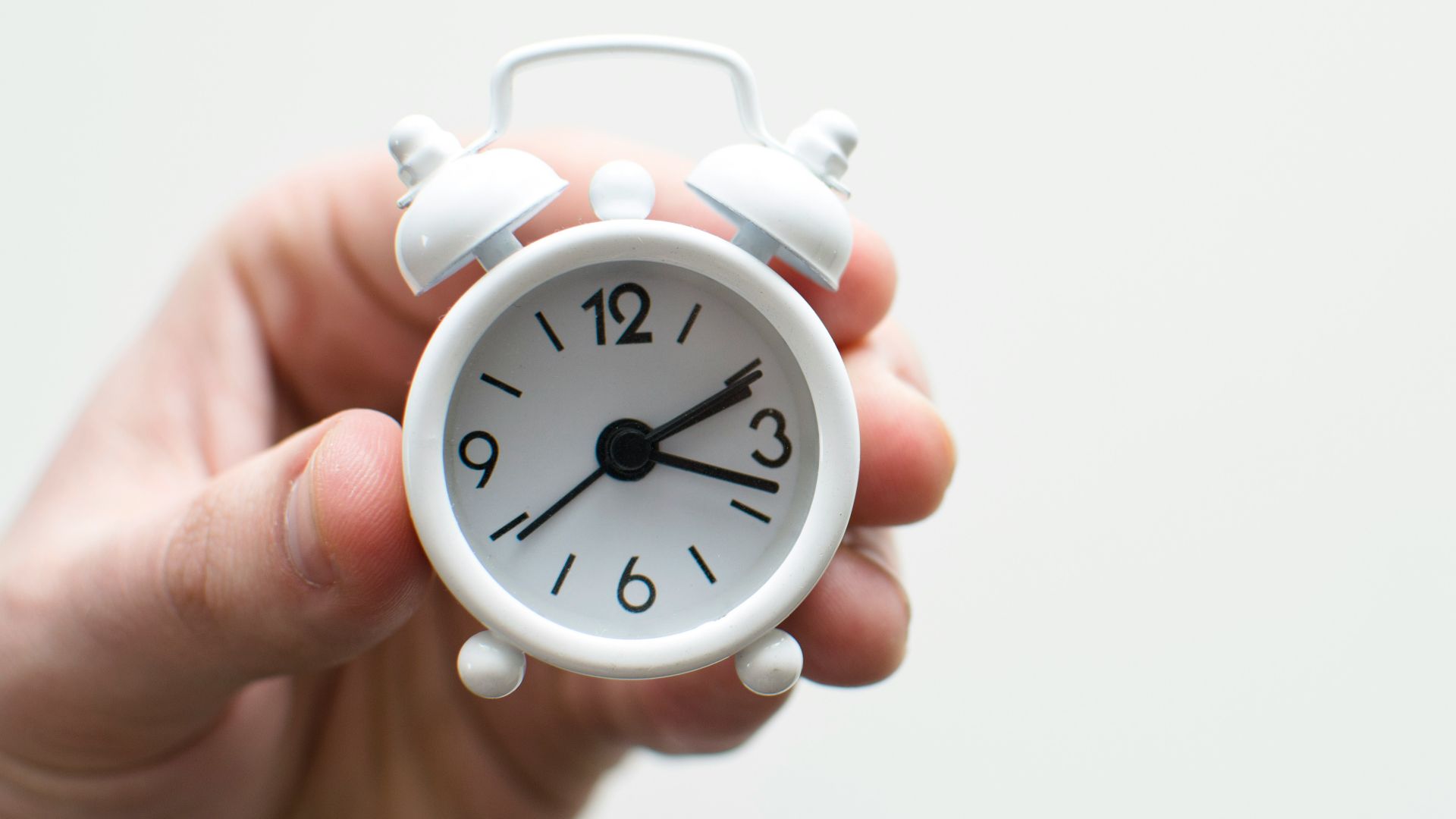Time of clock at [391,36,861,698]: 2:18
